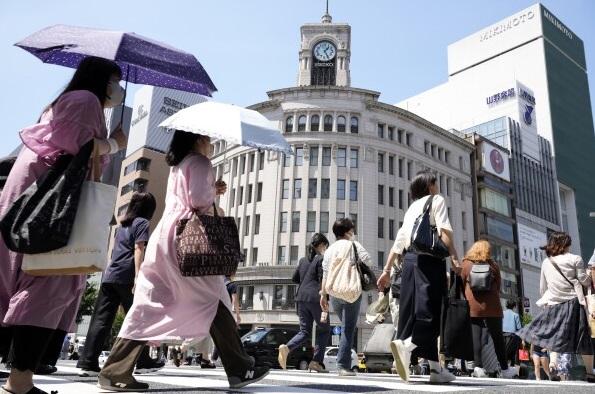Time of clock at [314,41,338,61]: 1:25
